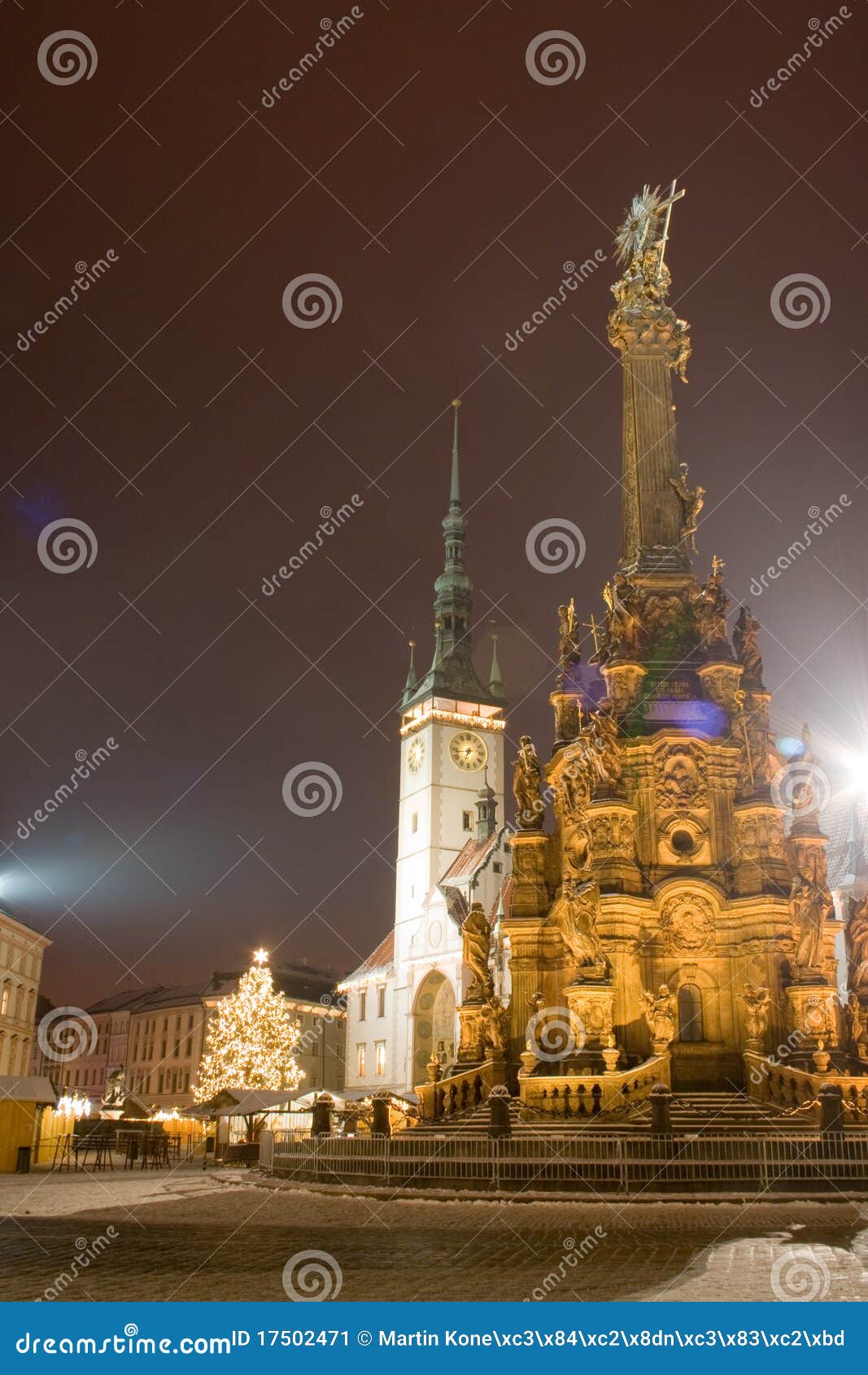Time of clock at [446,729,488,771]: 6:43
